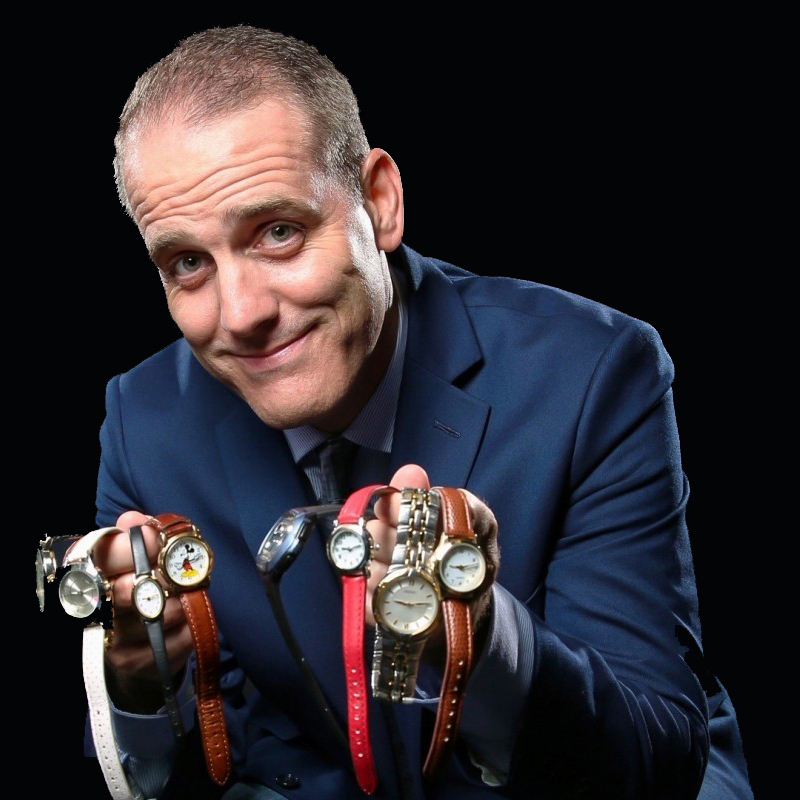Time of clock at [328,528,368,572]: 9:12
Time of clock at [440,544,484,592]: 9:13
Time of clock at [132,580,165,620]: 9:12
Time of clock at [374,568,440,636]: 9:13
